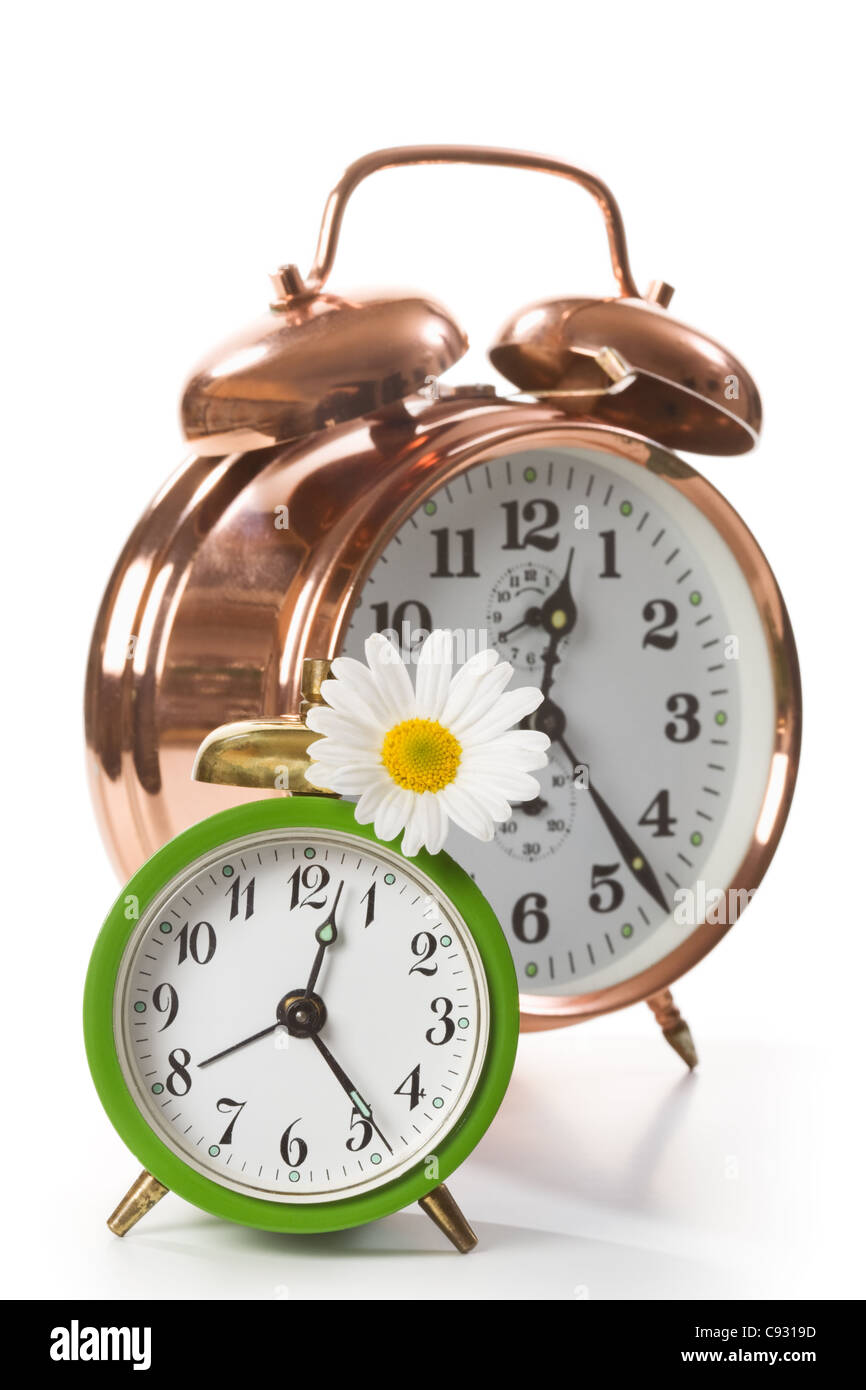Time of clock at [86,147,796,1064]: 12:23
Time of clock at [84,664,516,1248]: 12:23
